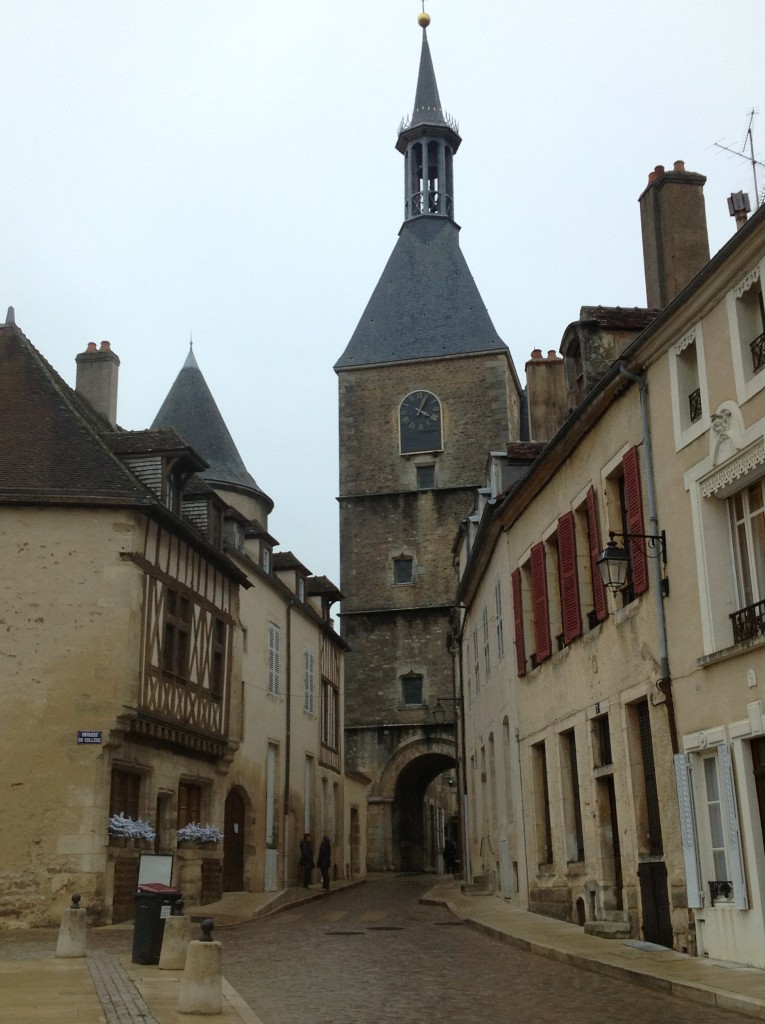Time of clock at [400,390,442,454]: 4:04
